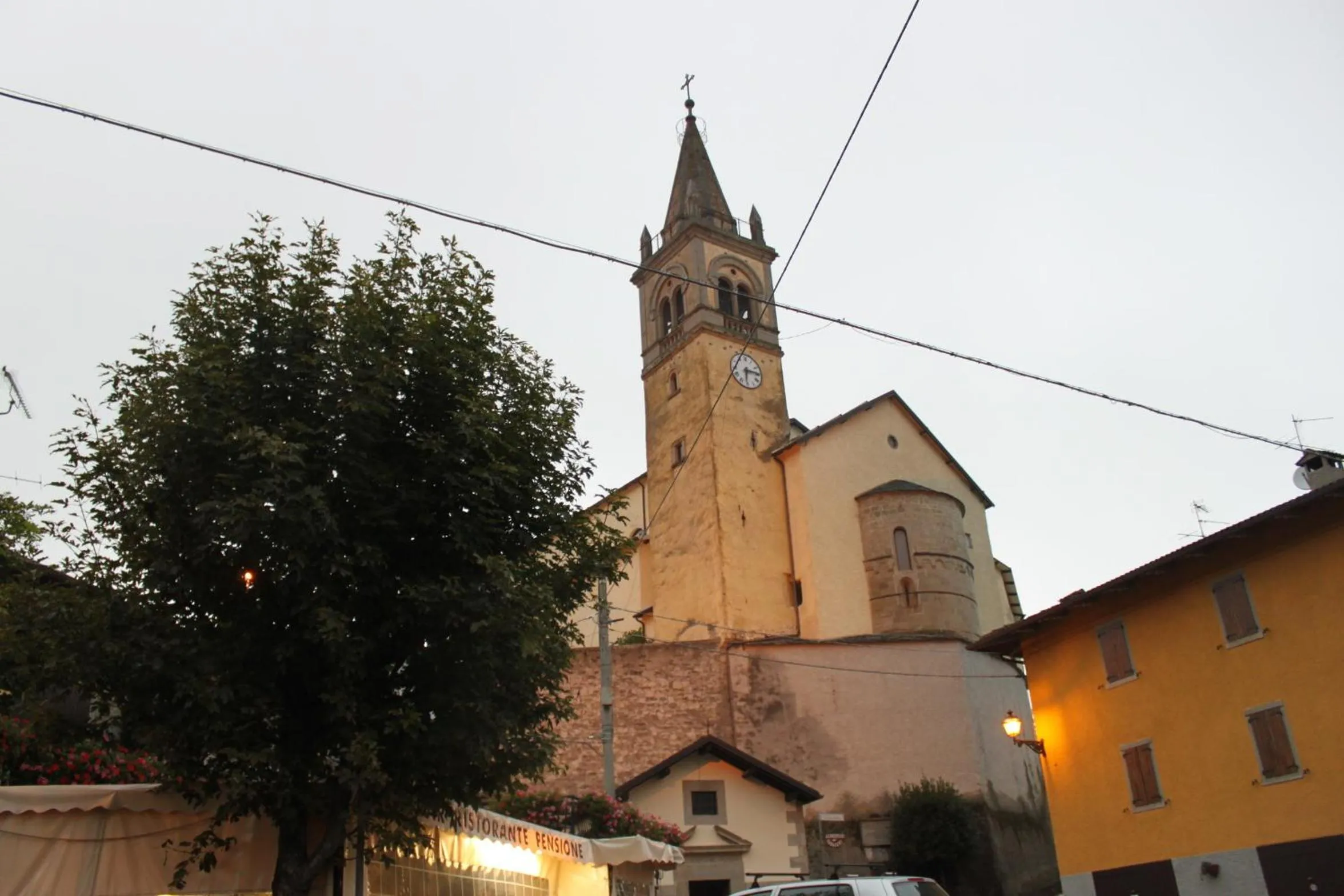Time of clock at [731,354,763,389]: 6:14
